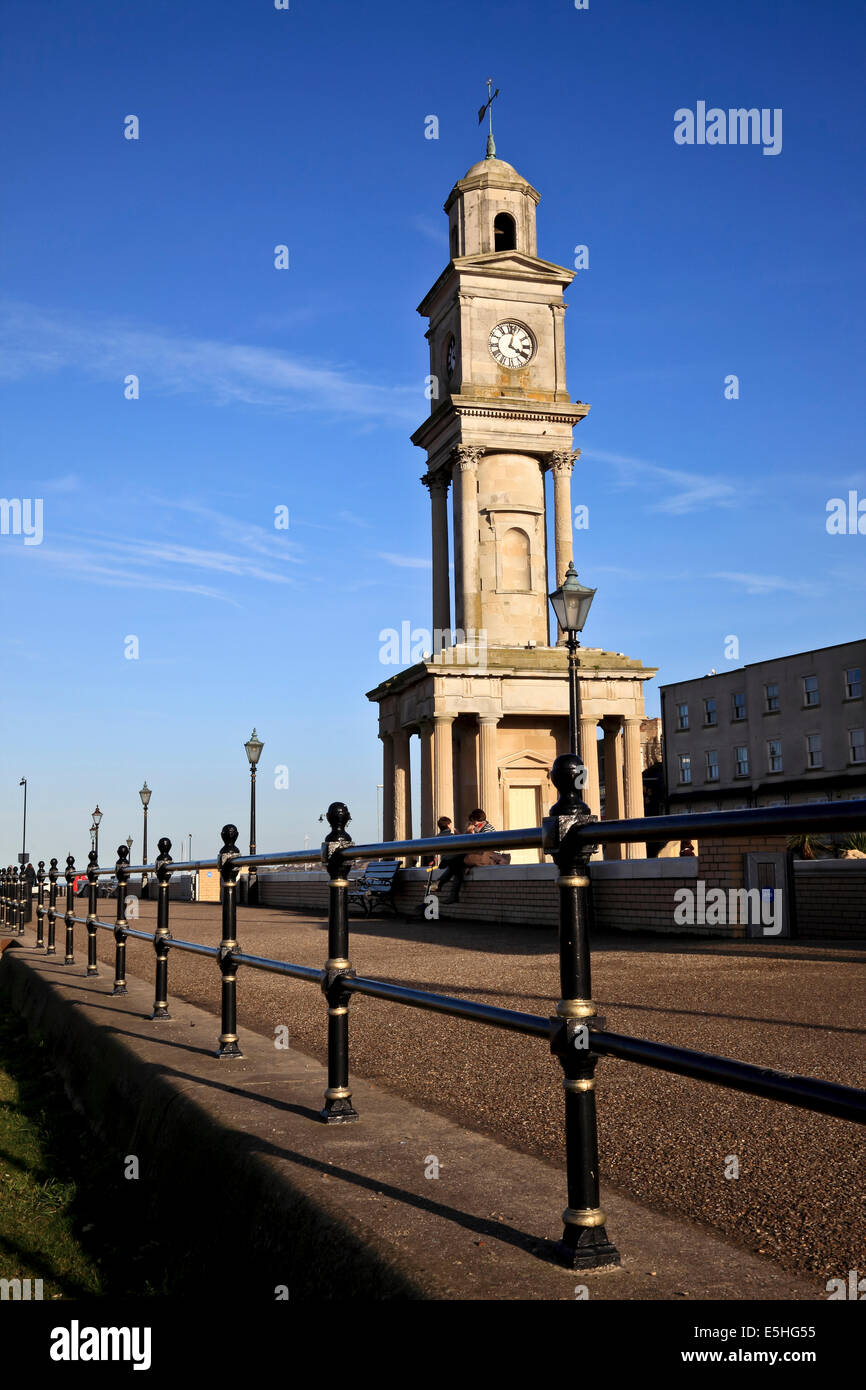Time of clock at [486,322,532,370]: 4:02
